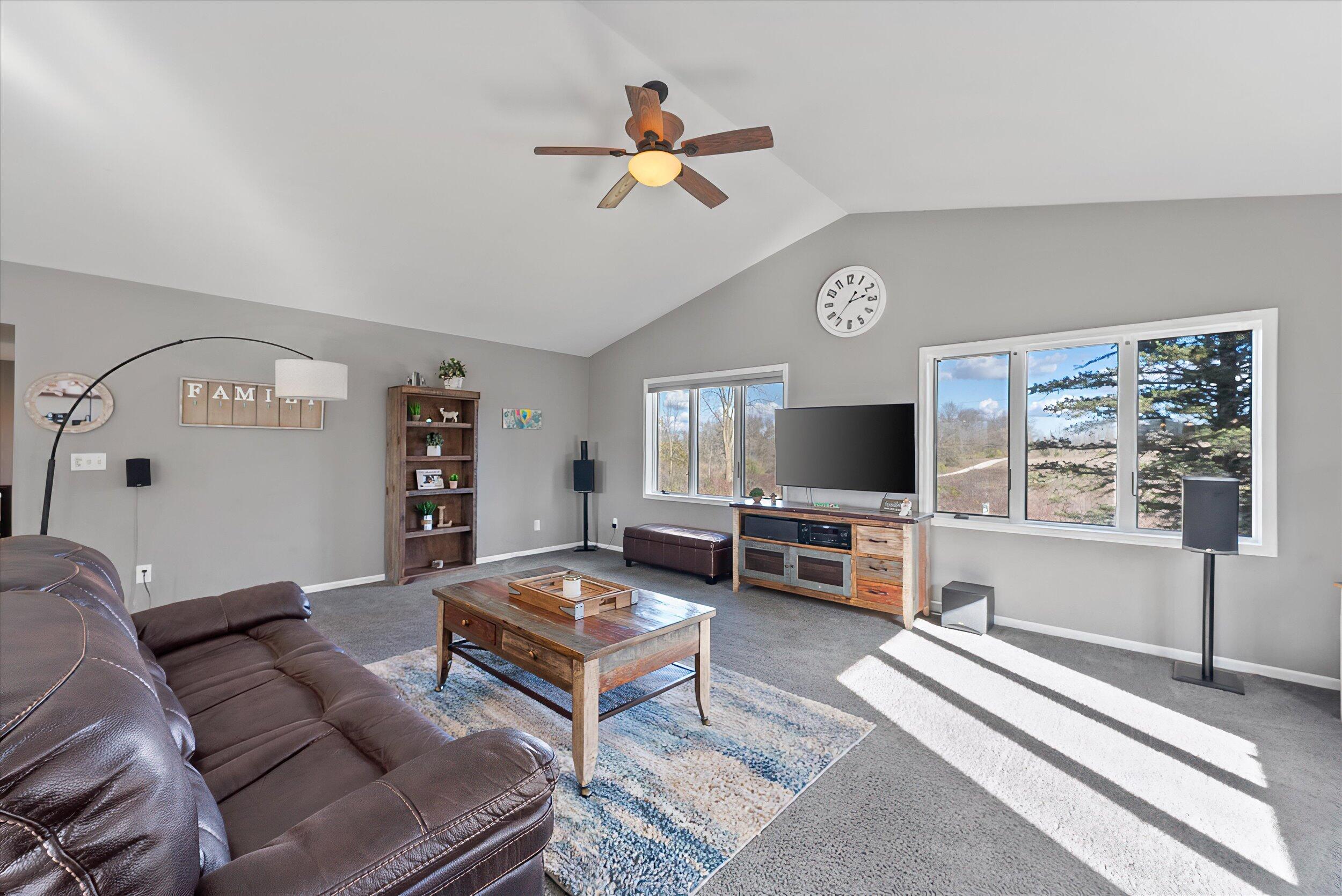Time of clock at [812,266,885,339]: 2:36
